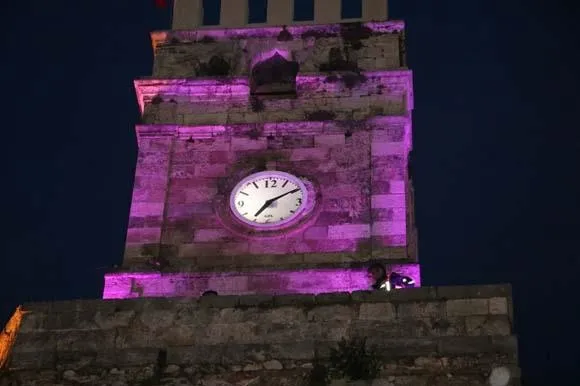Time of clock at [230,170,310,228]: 7:09
